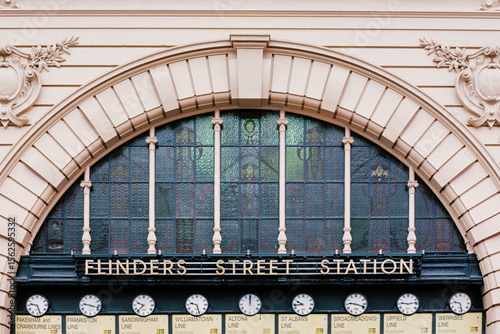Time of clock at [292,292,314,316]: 9:43
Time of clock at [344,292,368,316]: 9:18
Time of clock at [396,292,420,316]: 9:13
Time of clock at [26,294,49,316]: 9:26
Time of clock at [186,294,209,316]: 9:27
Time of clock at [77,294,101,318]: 9:17
